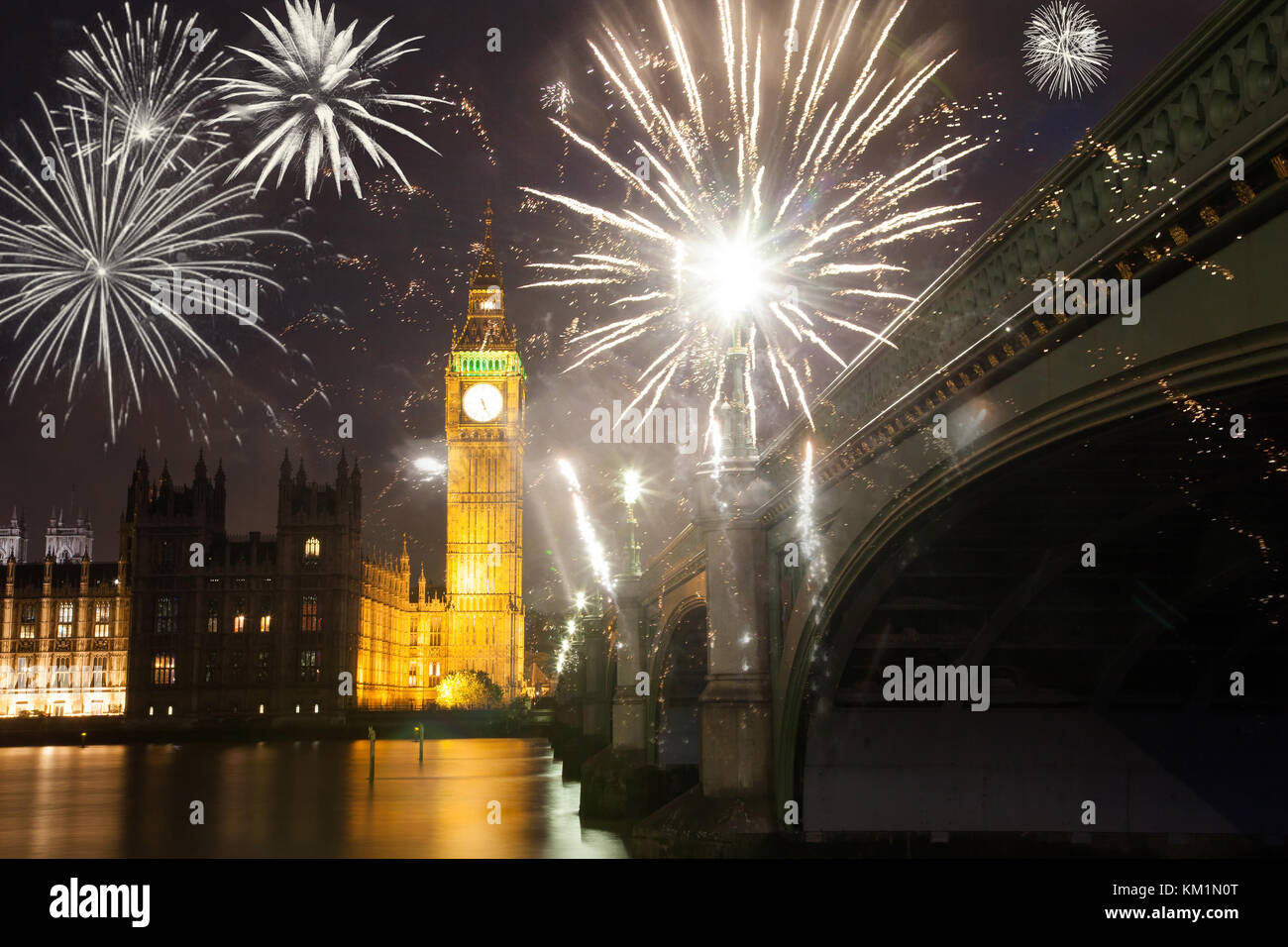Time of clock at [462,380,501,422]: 5:25
